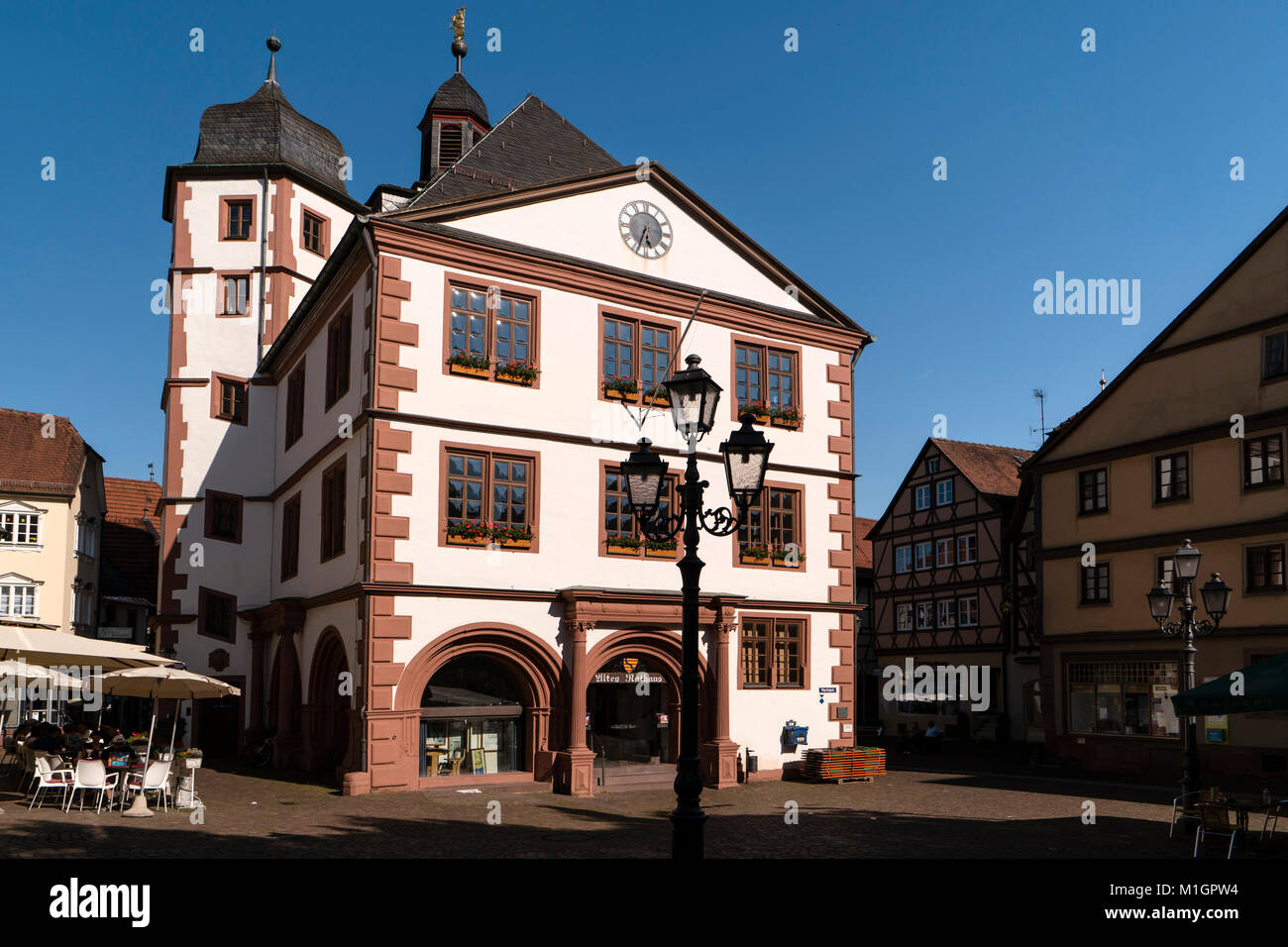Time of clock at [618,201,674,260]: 5:33
